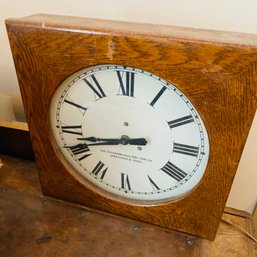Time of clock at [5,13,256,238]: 8:42
